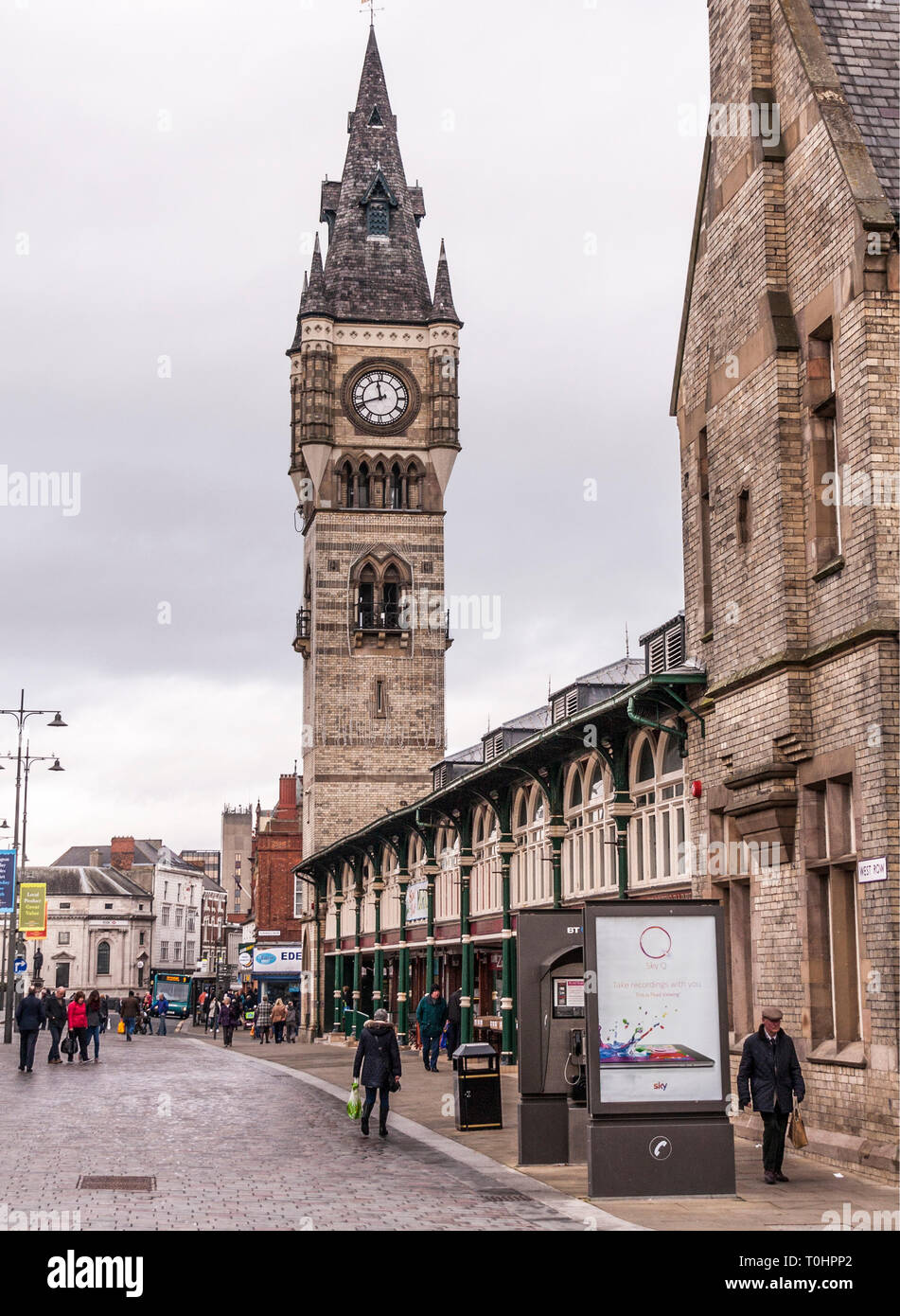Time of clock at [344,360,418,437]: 11:41
